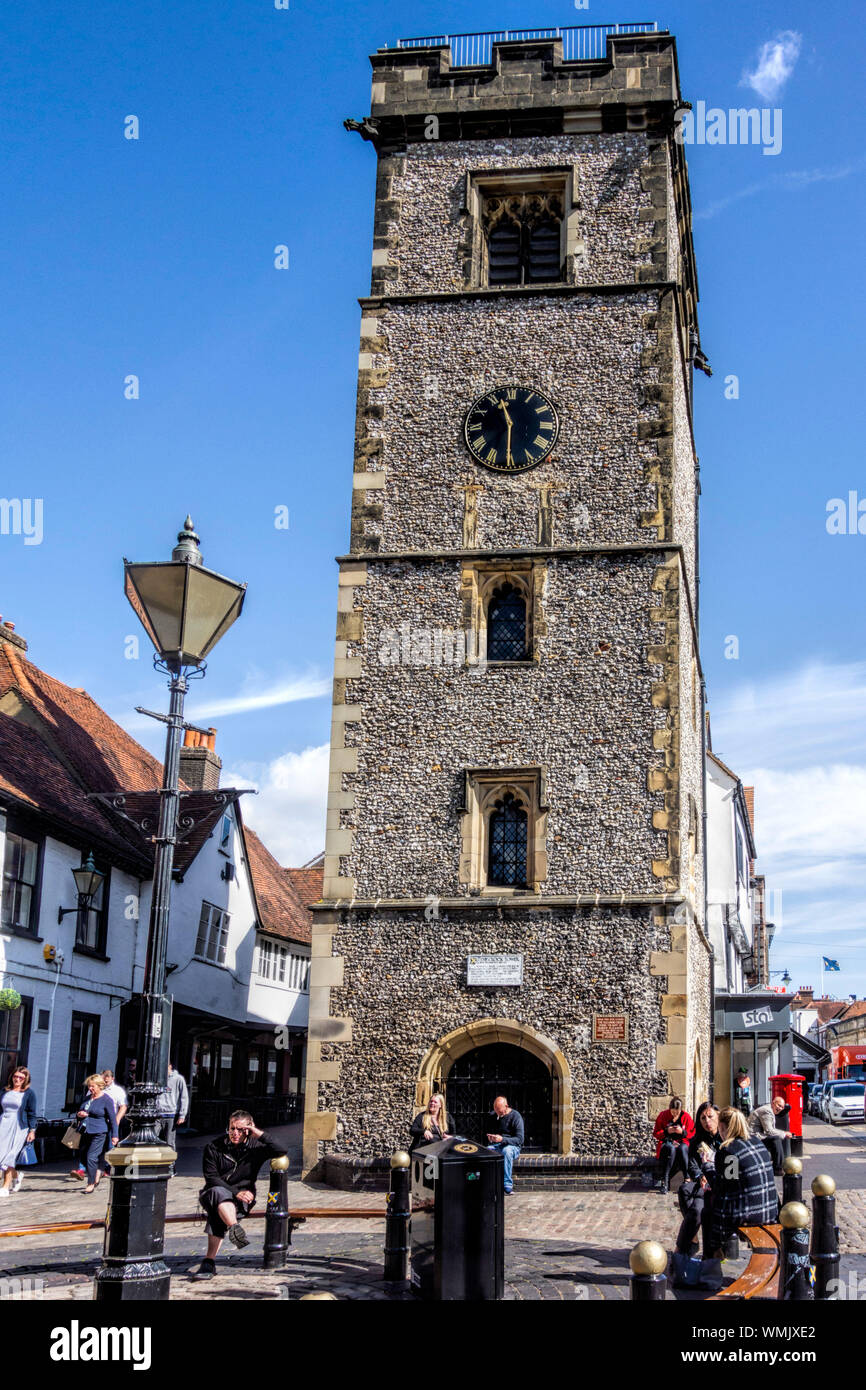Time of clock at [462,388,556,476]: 11:30
